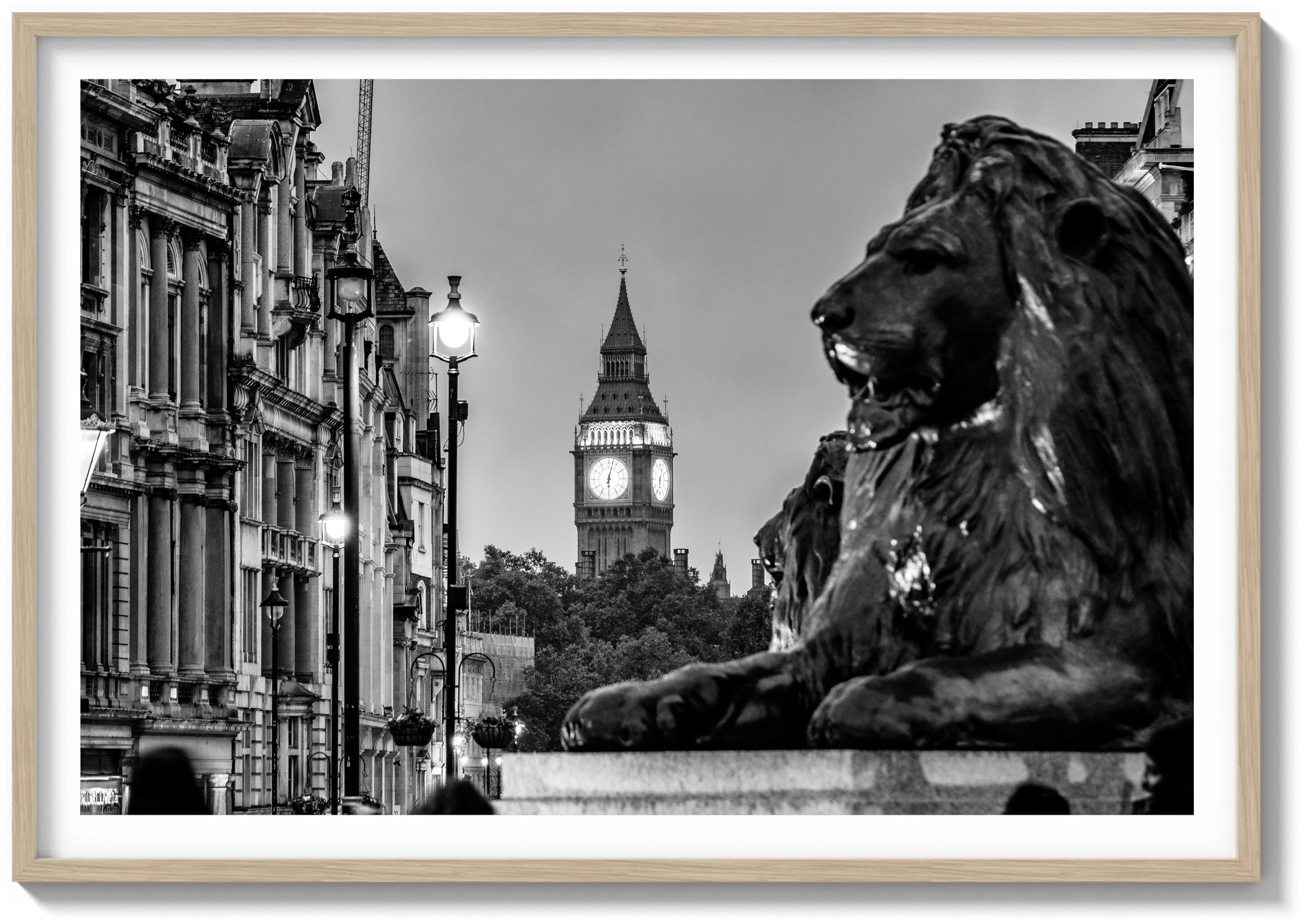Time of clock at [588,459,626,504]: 6:02
